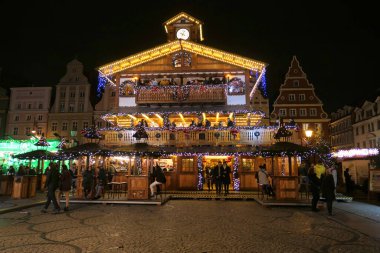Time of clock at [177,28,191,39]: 4:04
